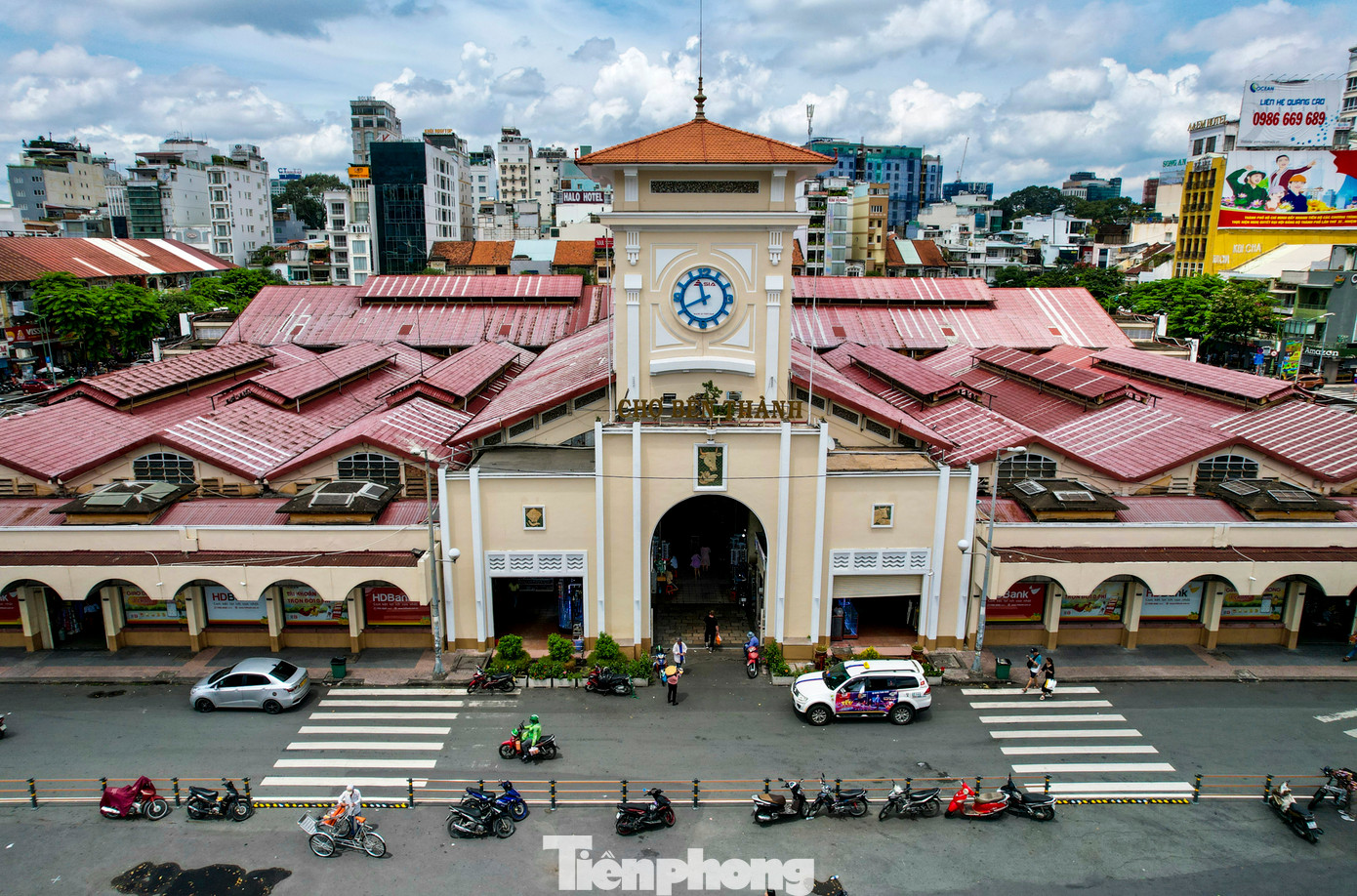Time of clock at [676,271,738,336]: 11:40
